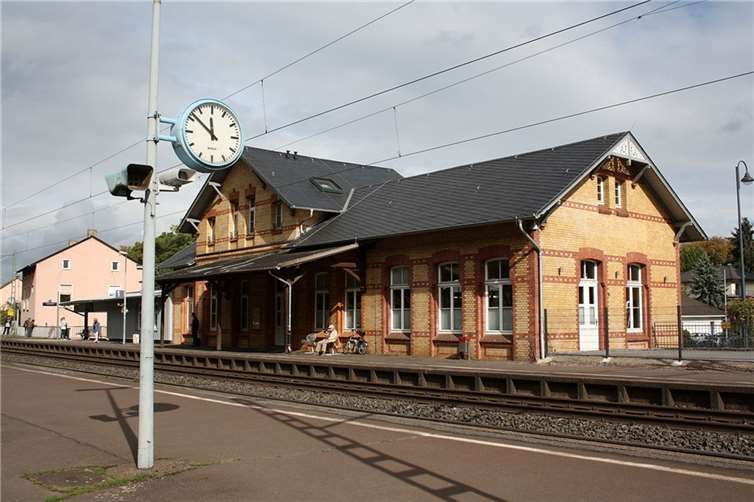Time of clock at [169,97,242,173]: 11:51
